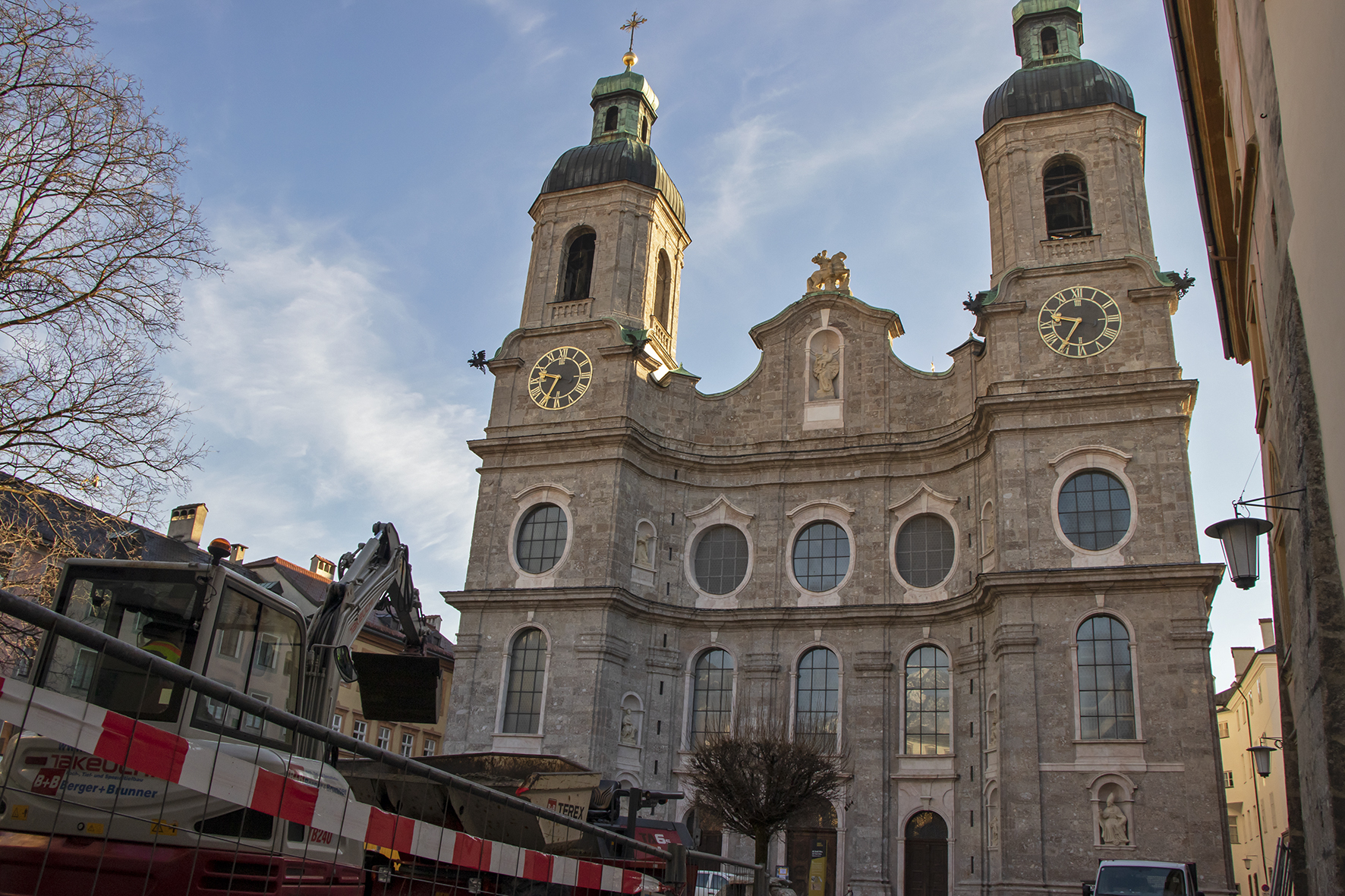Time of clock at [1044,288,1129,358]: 9:35
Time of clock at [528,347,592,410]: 9:34
